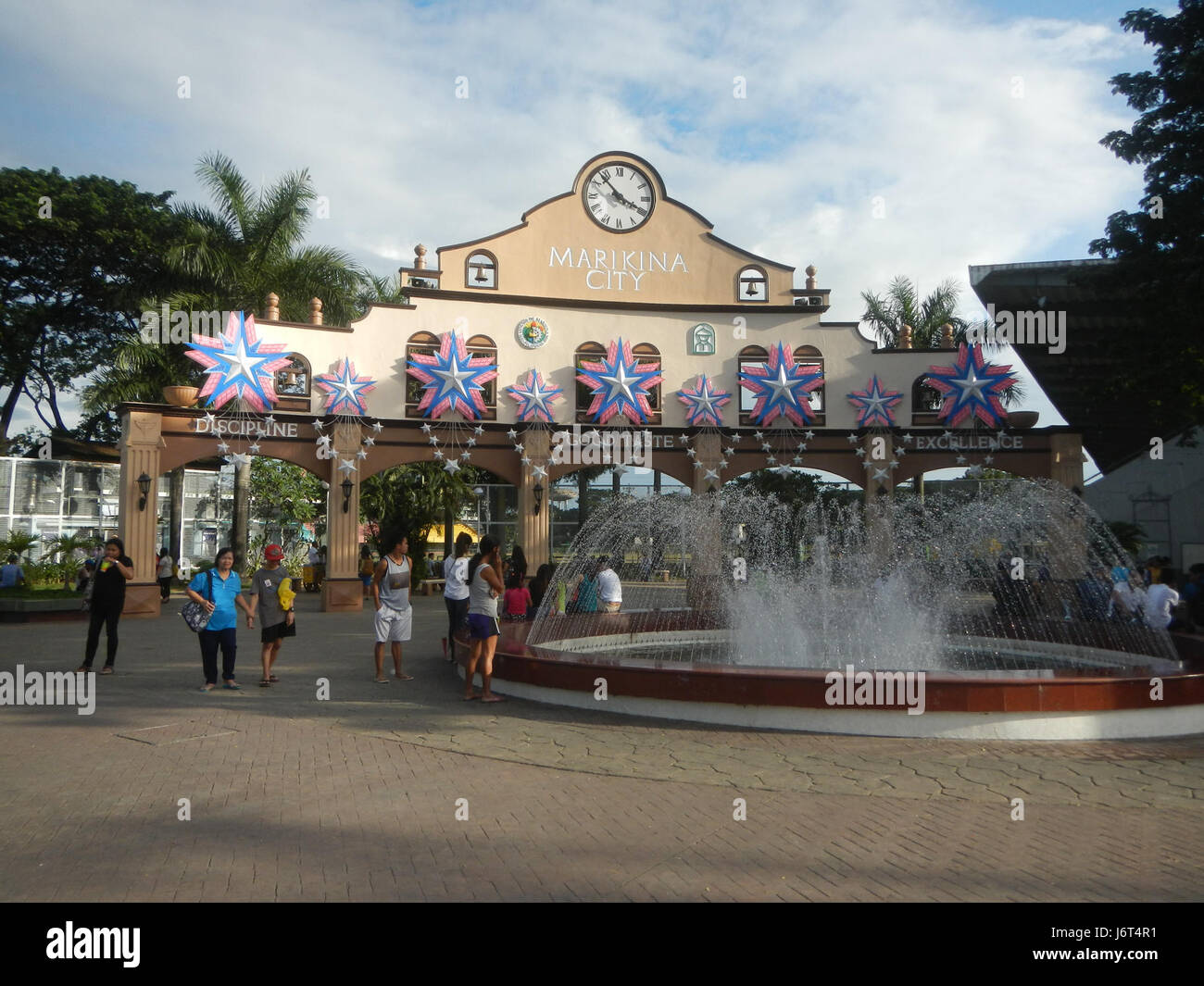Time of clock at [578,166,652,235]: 3:53
